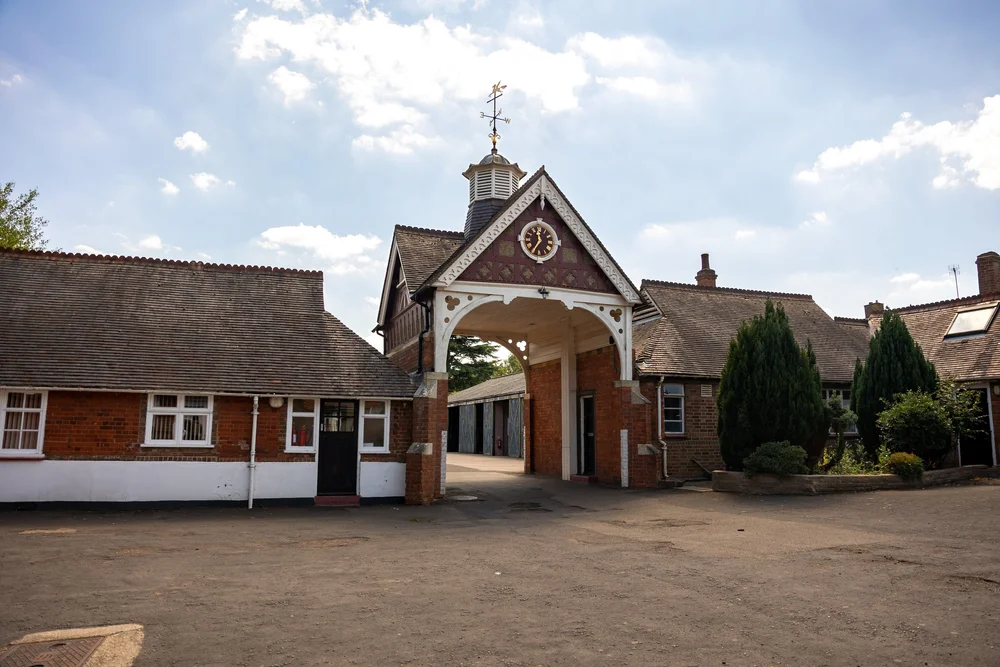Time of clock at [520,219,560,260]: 11:35
